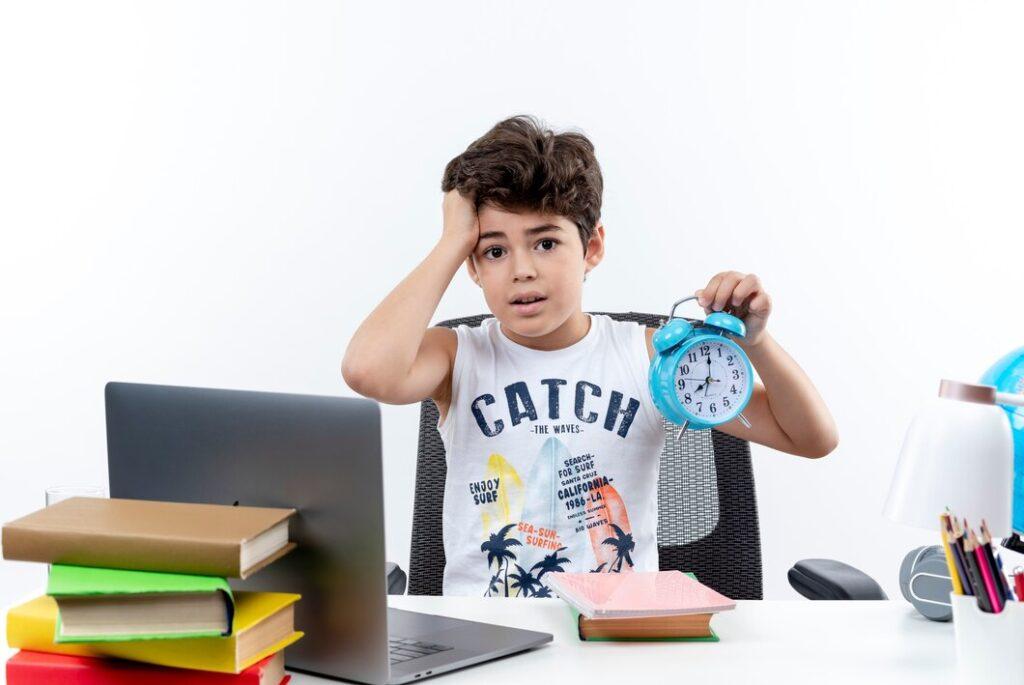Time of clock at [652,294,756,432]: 8:01
